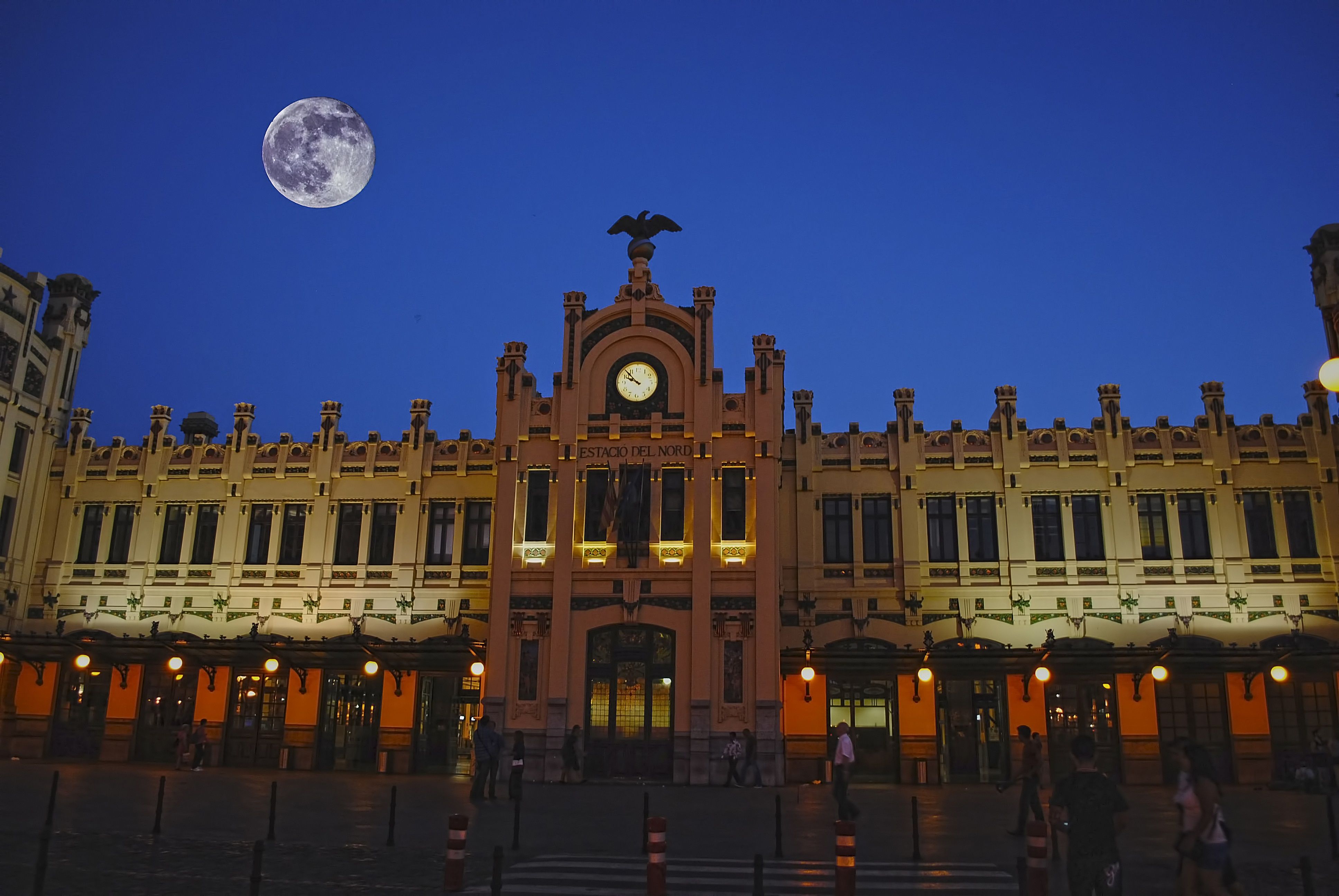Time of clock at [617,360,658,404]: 9:52
